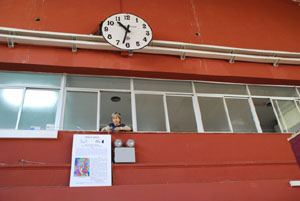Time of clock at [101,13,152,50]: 10:32
